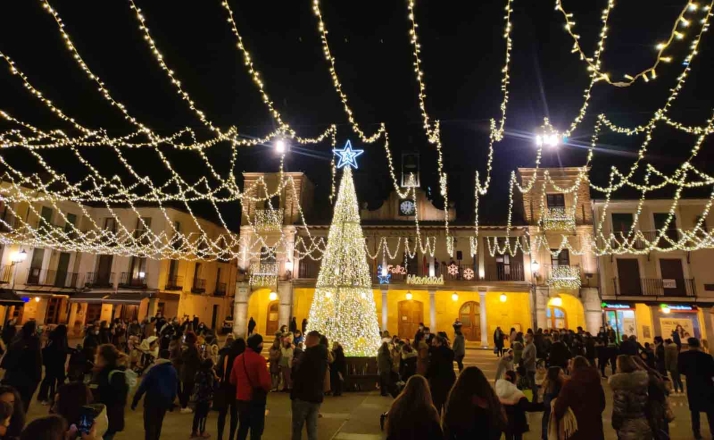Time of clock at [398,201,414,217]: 7:01
